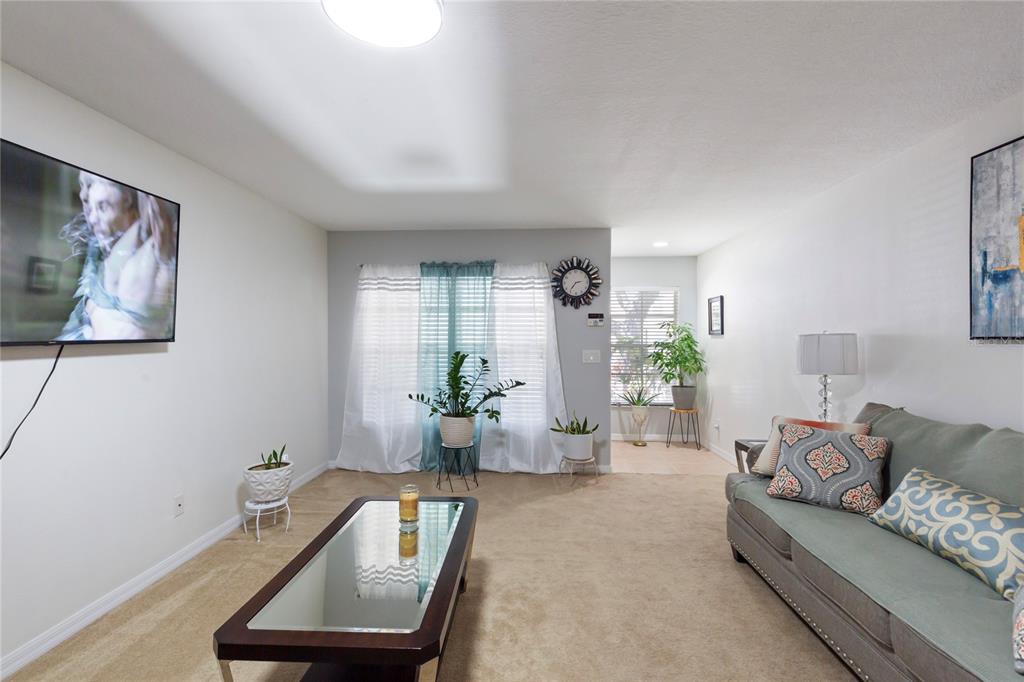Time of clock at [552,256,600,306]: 7:12
